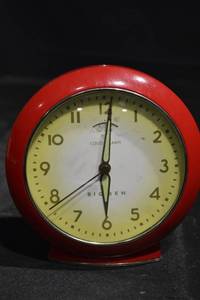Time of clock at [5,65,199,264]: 6:00
